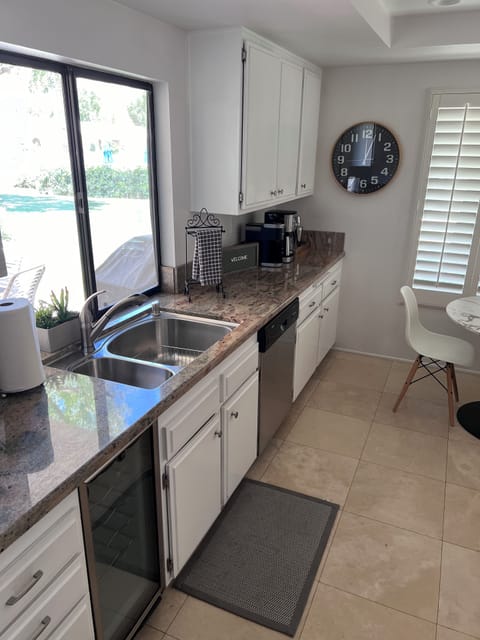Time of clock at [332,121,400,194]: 12:02
